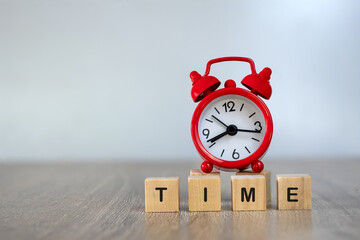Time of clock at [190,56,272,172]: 8:16
